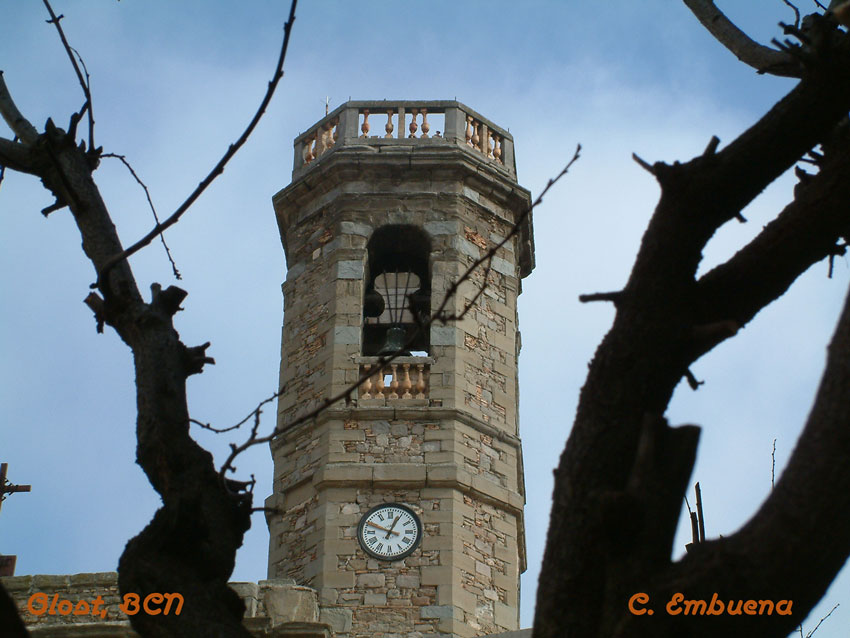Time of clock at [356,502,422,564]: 12:48
